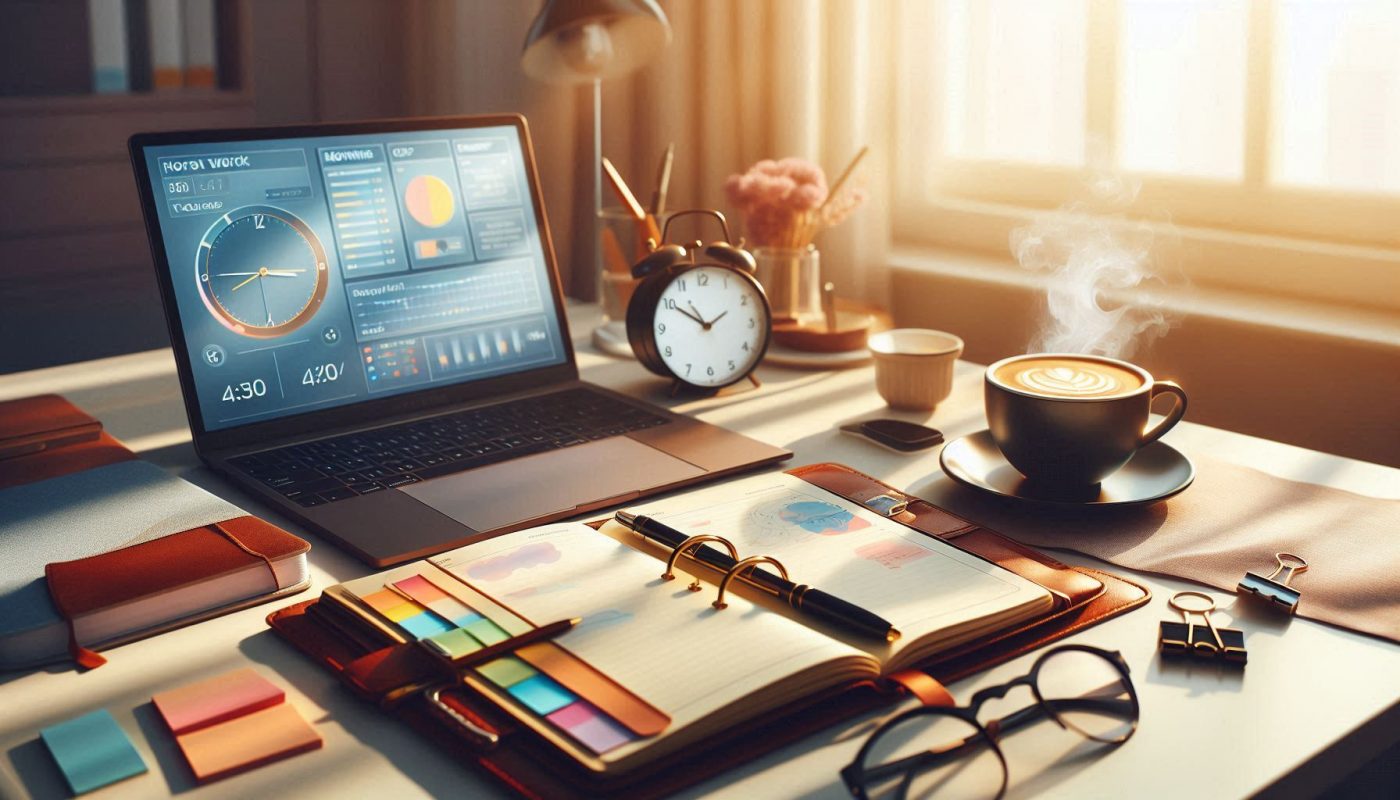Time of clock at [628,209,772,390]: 1:50
